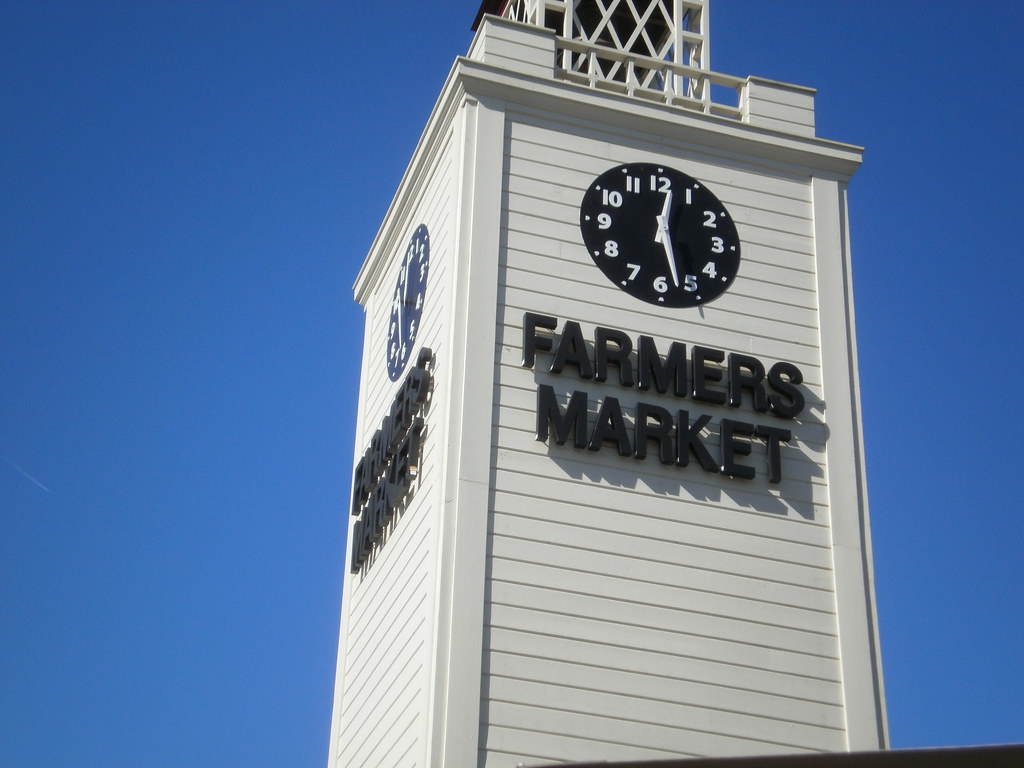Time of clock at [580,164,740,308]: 12:27
